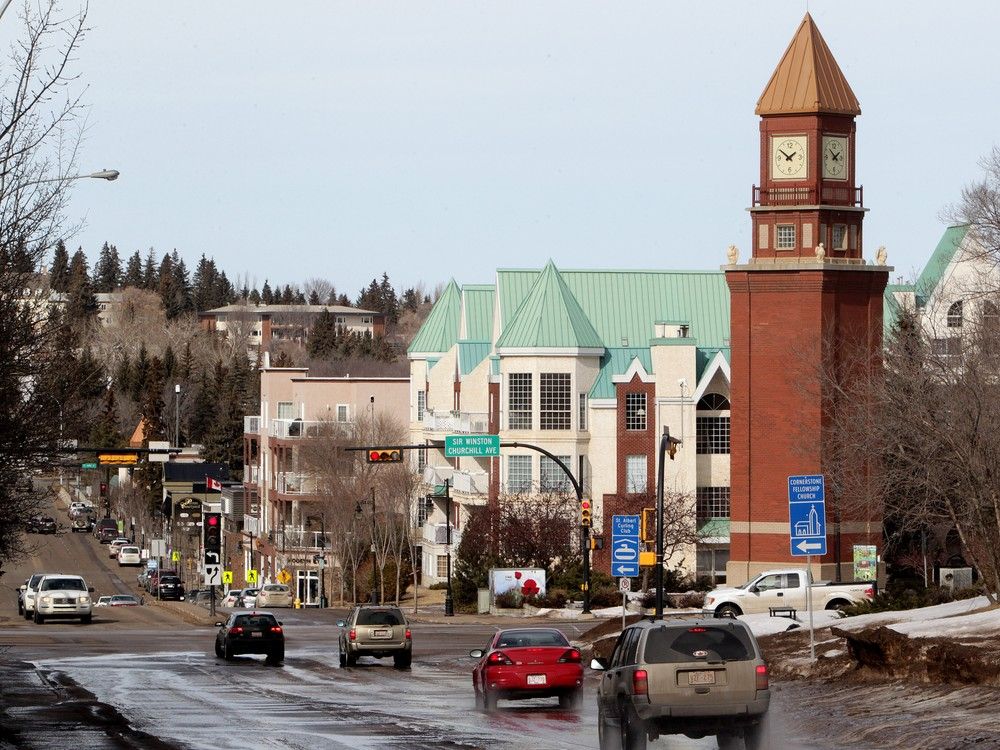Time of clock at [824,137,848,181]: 1:51
